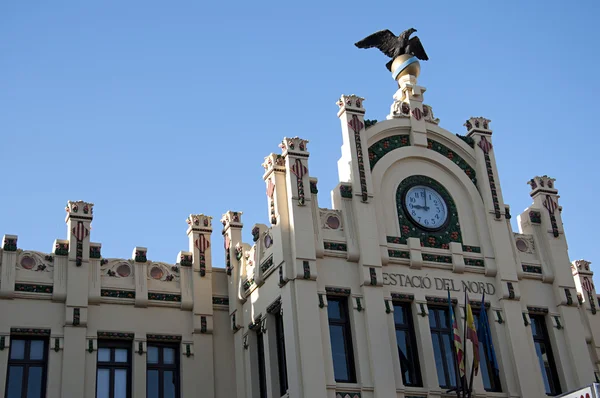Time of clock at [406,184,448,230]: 9:01
